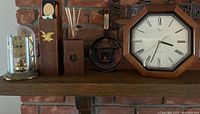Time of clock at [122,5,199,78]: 3:33
